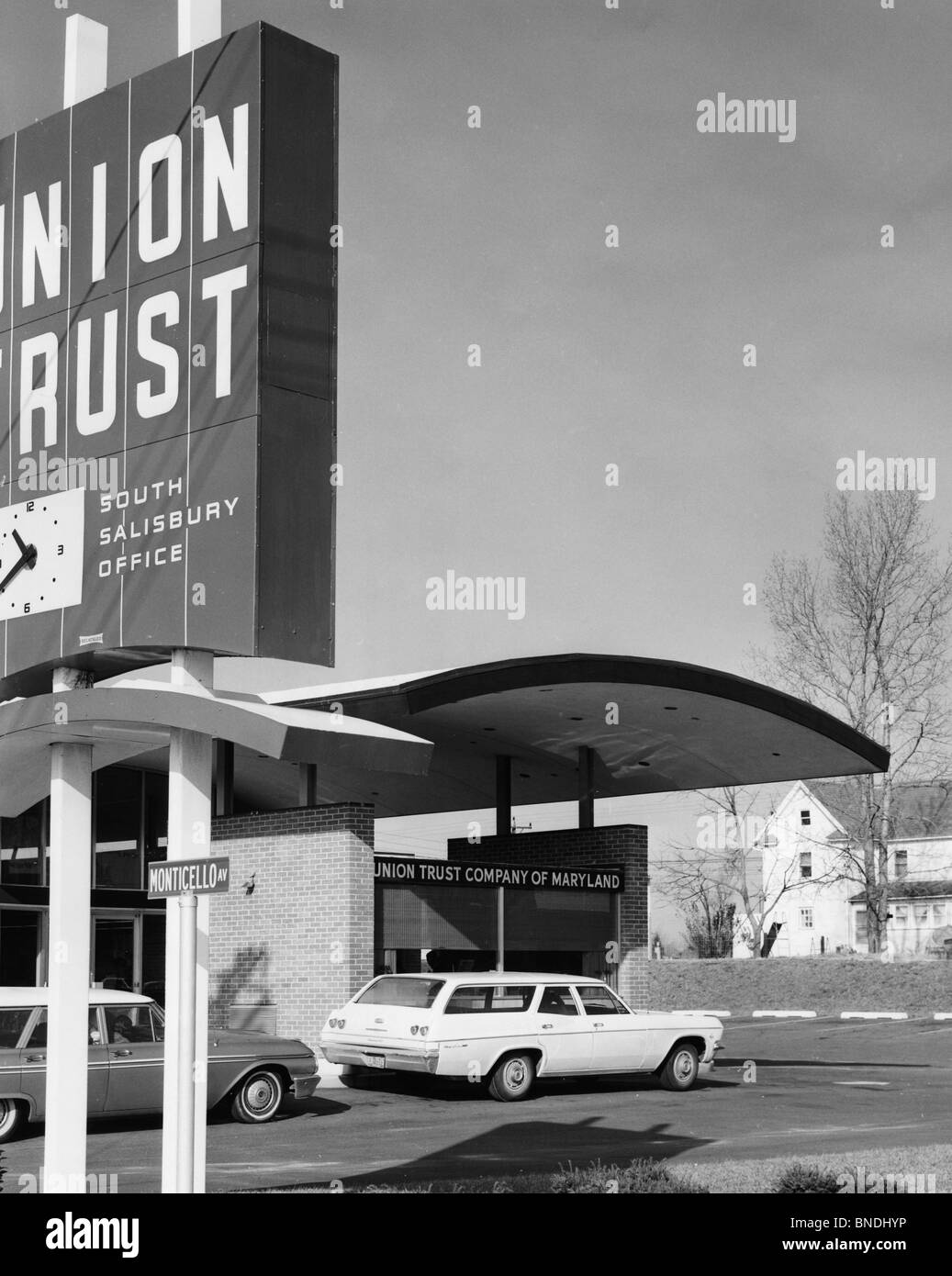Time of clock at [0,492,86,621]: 10:40
